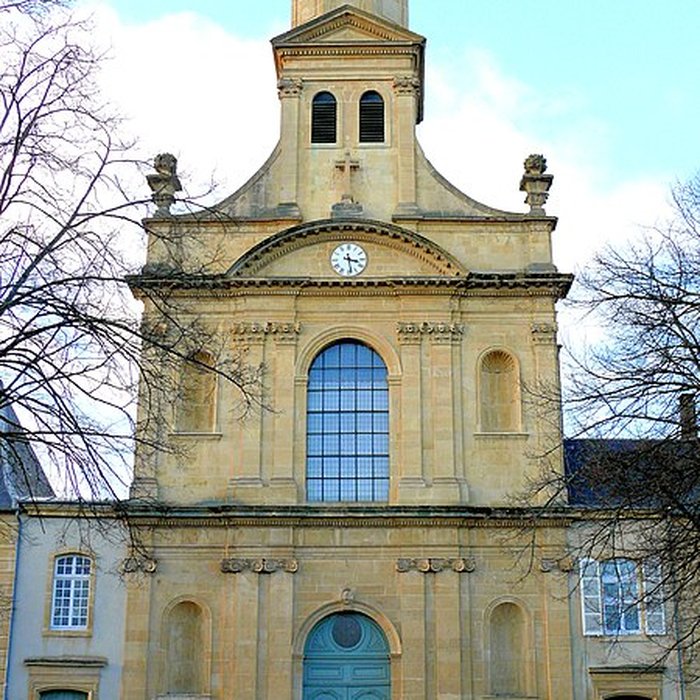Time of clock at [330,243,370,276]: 3:28
